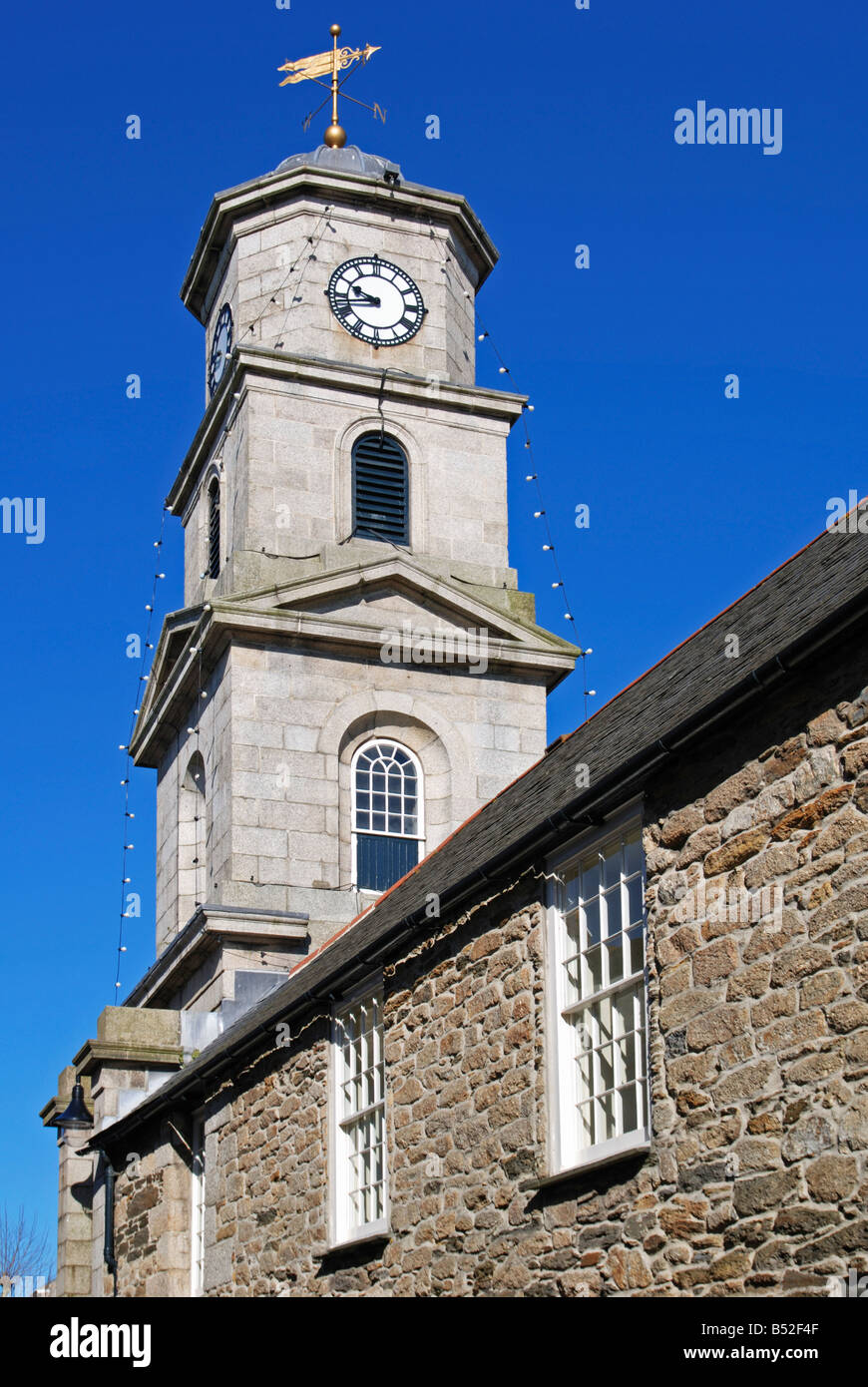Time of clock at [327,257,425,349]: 9:42
